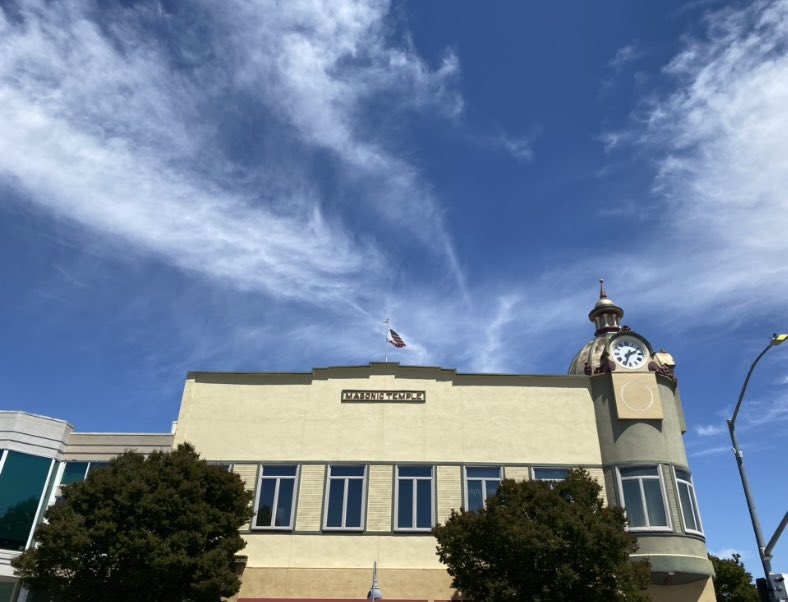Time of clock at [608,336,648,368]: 2:33
